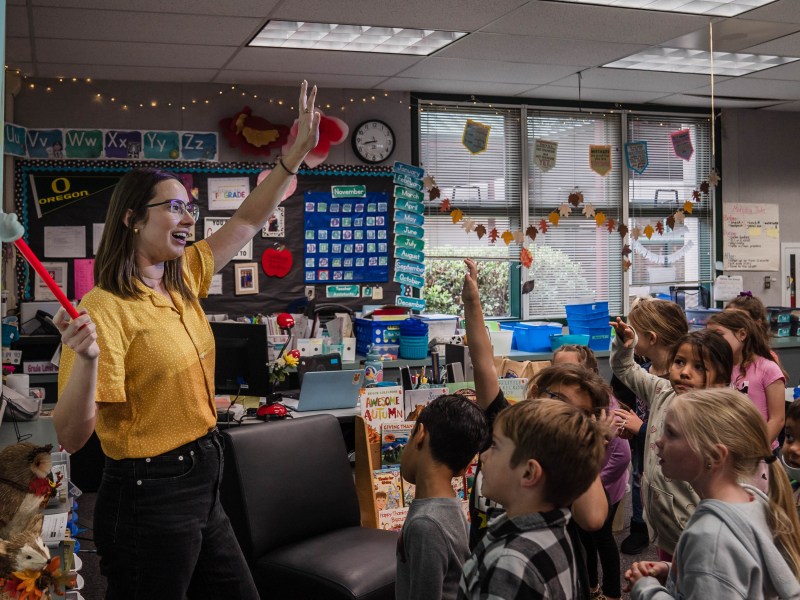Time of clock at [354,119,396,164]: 8:42
